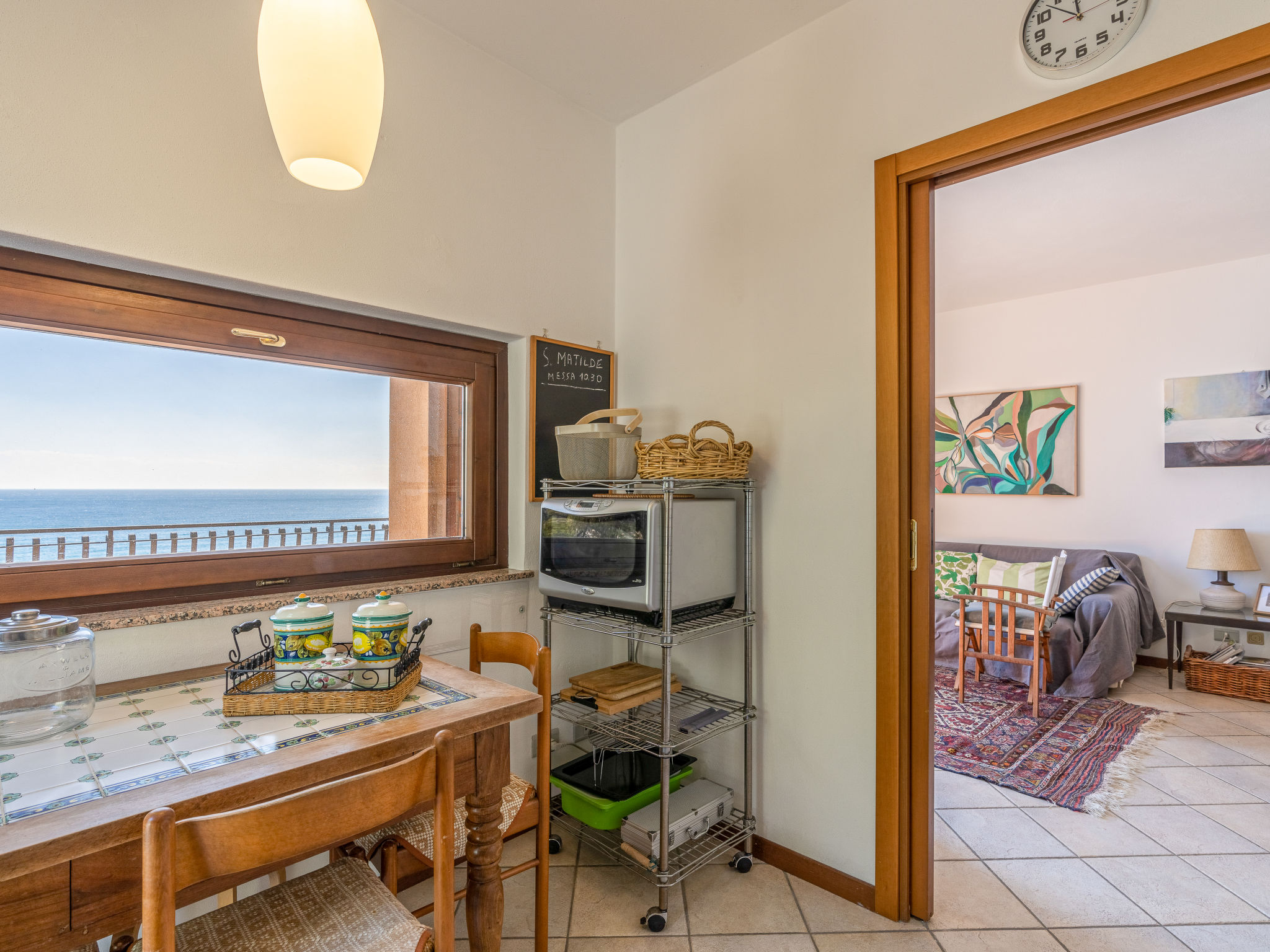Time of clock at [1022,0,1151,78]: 11:52
